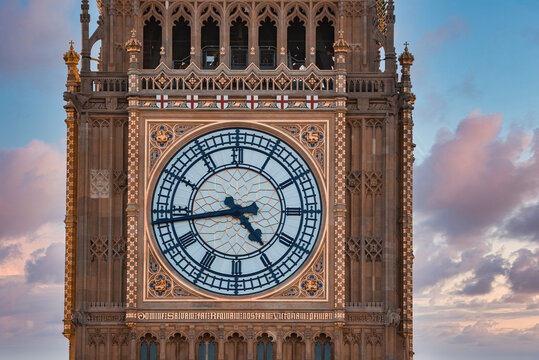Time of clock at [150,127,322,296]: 4:43
